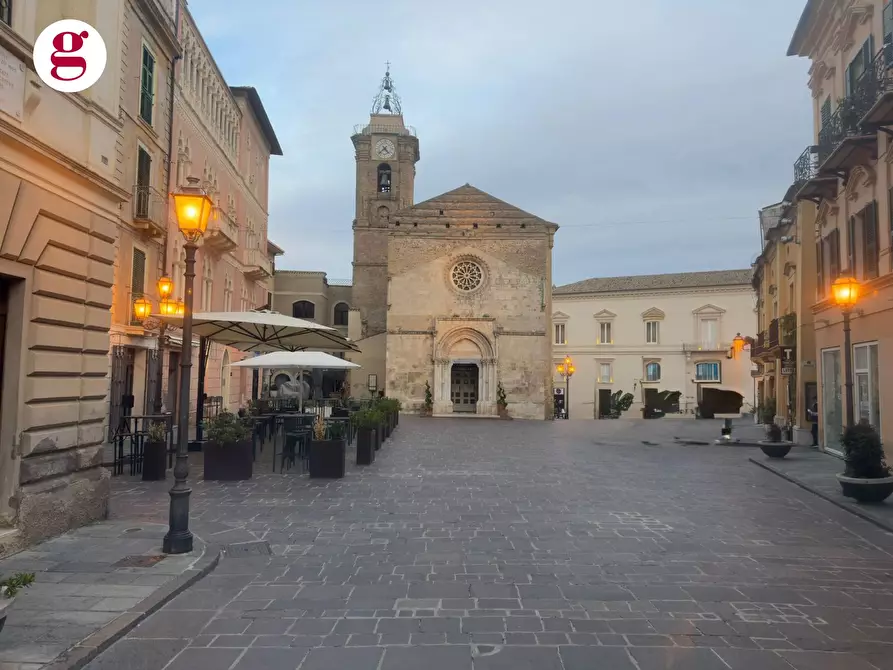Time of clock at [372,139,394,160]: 4:37
